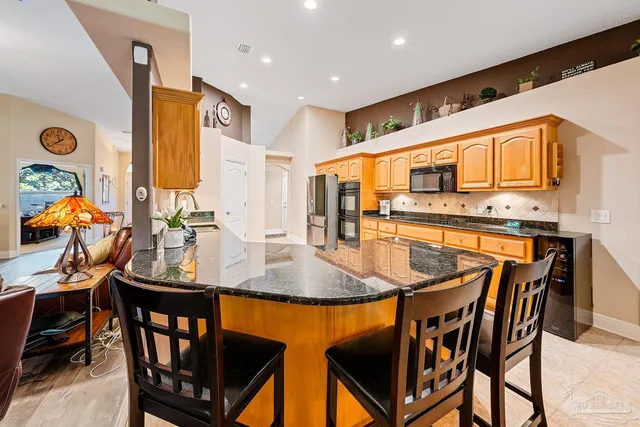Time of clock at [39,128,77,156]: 11:38
